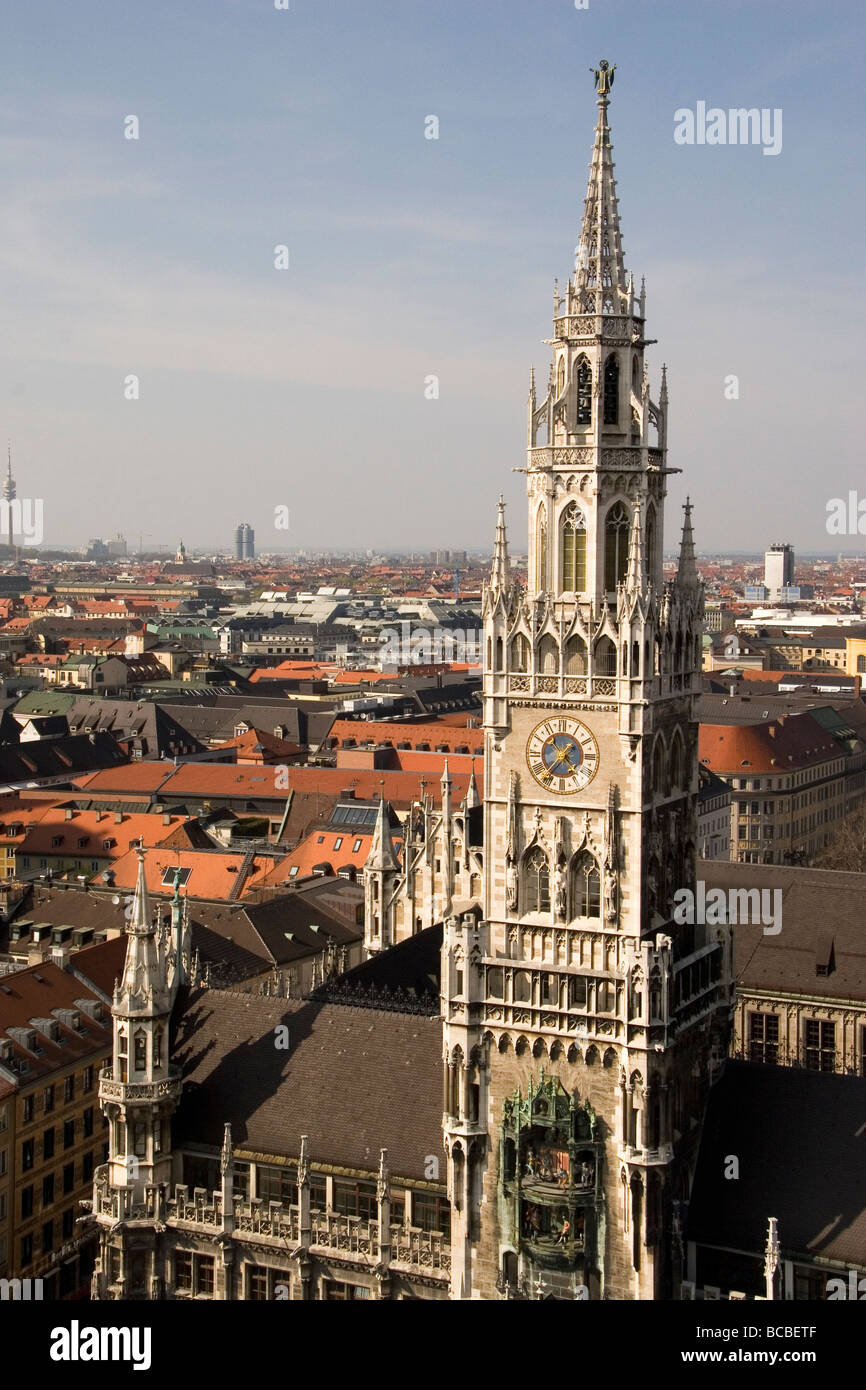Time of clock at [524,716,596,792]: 1:36
